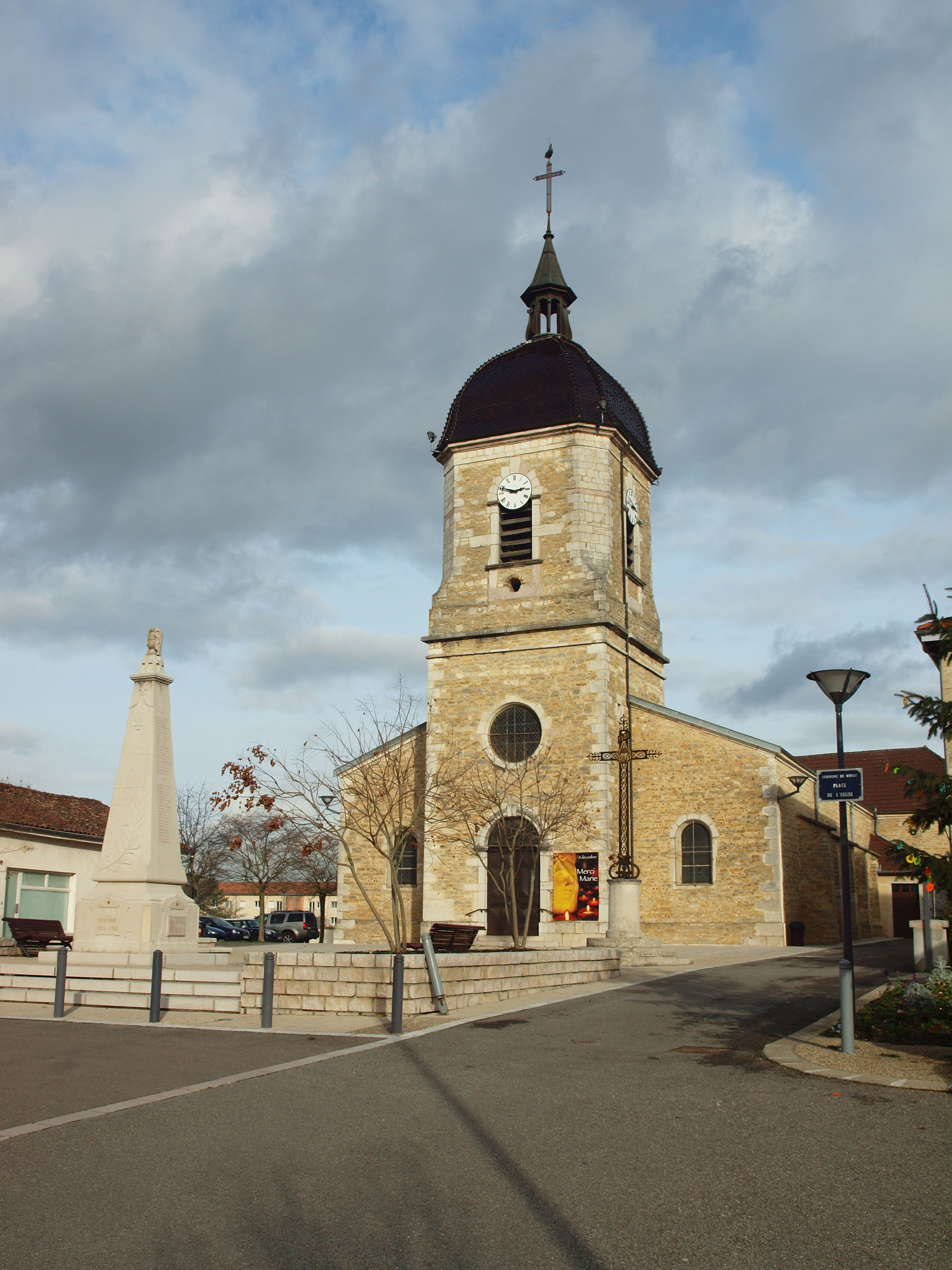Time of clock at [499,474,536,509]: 2:48
